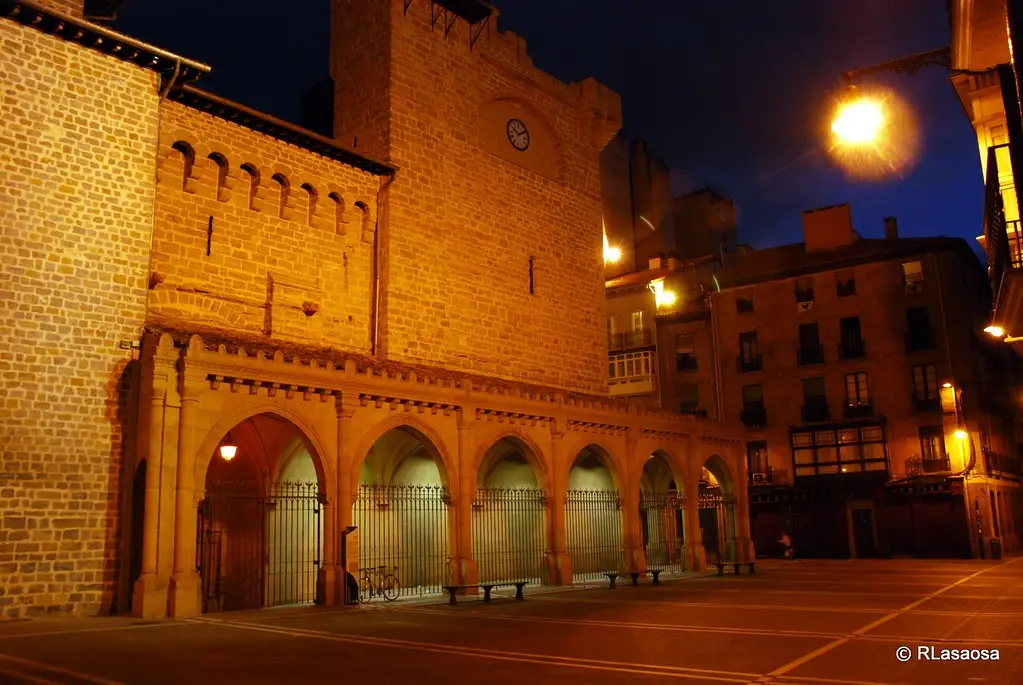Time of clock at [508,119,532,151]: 10:10
